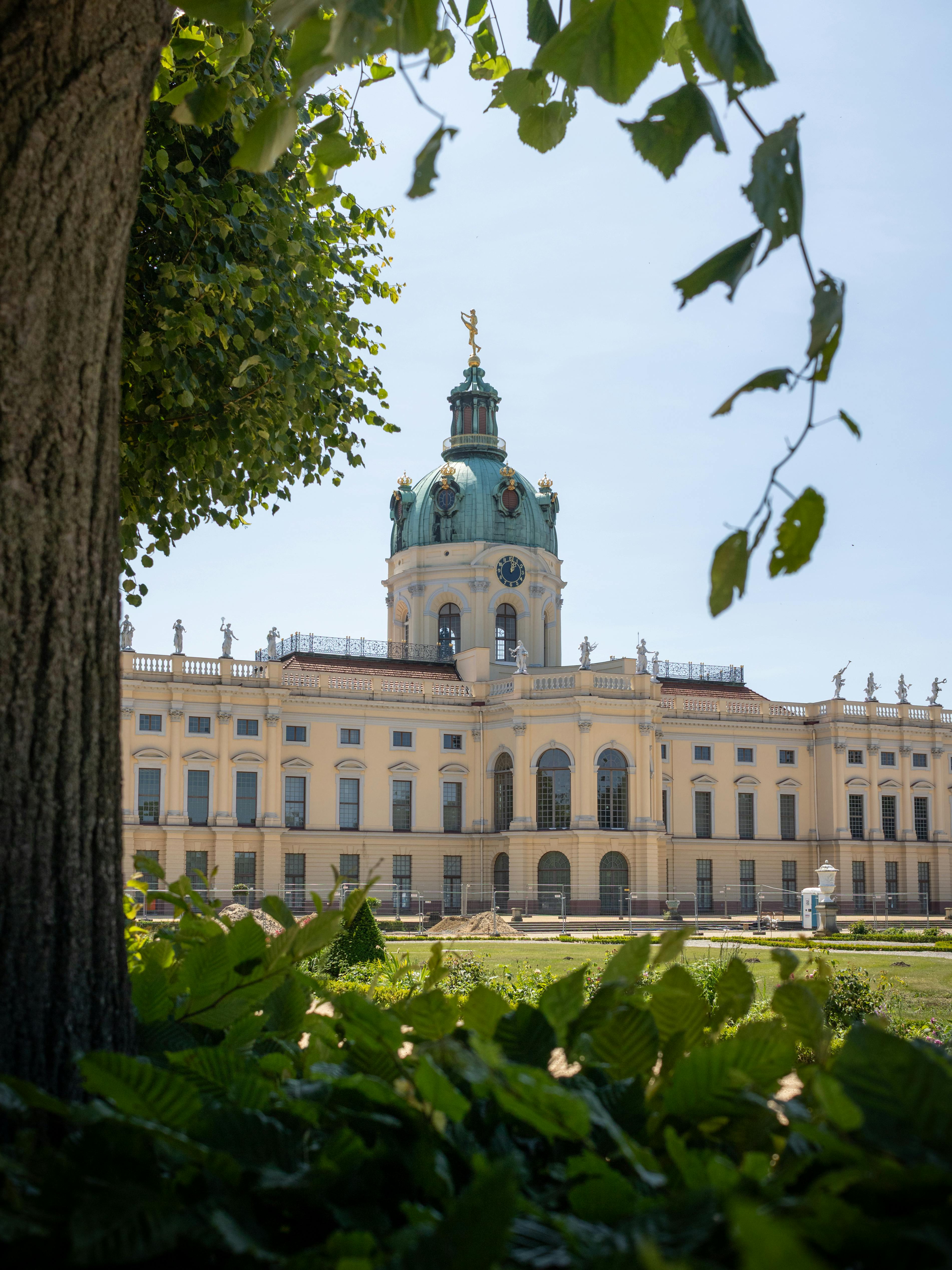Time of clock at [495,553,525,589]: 1:01
